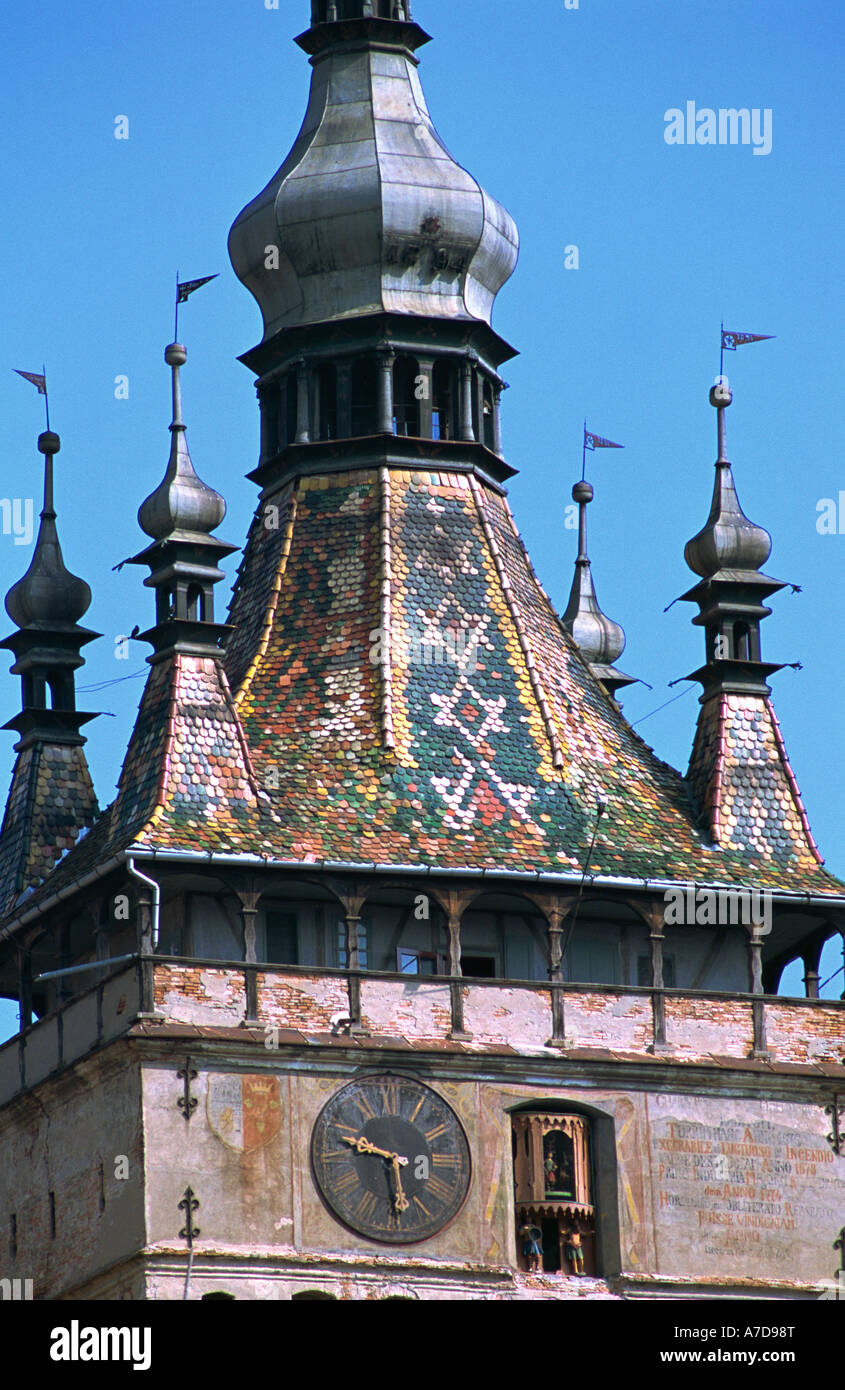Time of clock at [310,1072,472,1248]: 9:28
